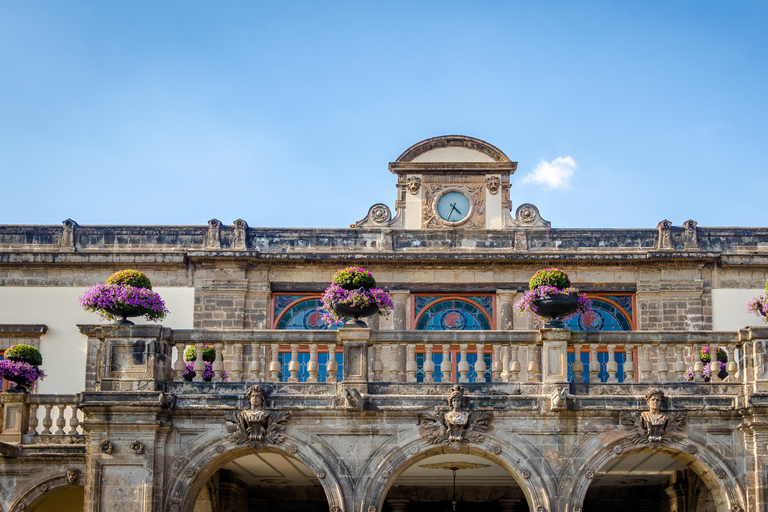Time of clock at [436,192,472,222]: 4:34
